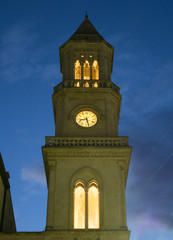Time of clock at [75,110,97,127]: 8:27
